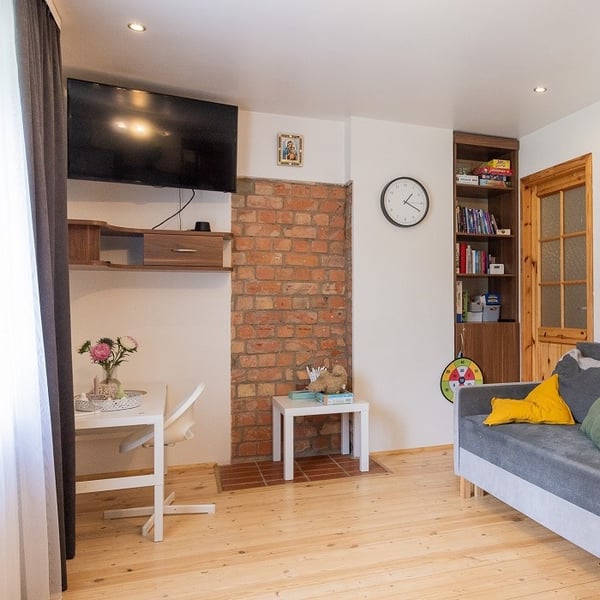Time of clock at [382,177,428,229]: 1:19
